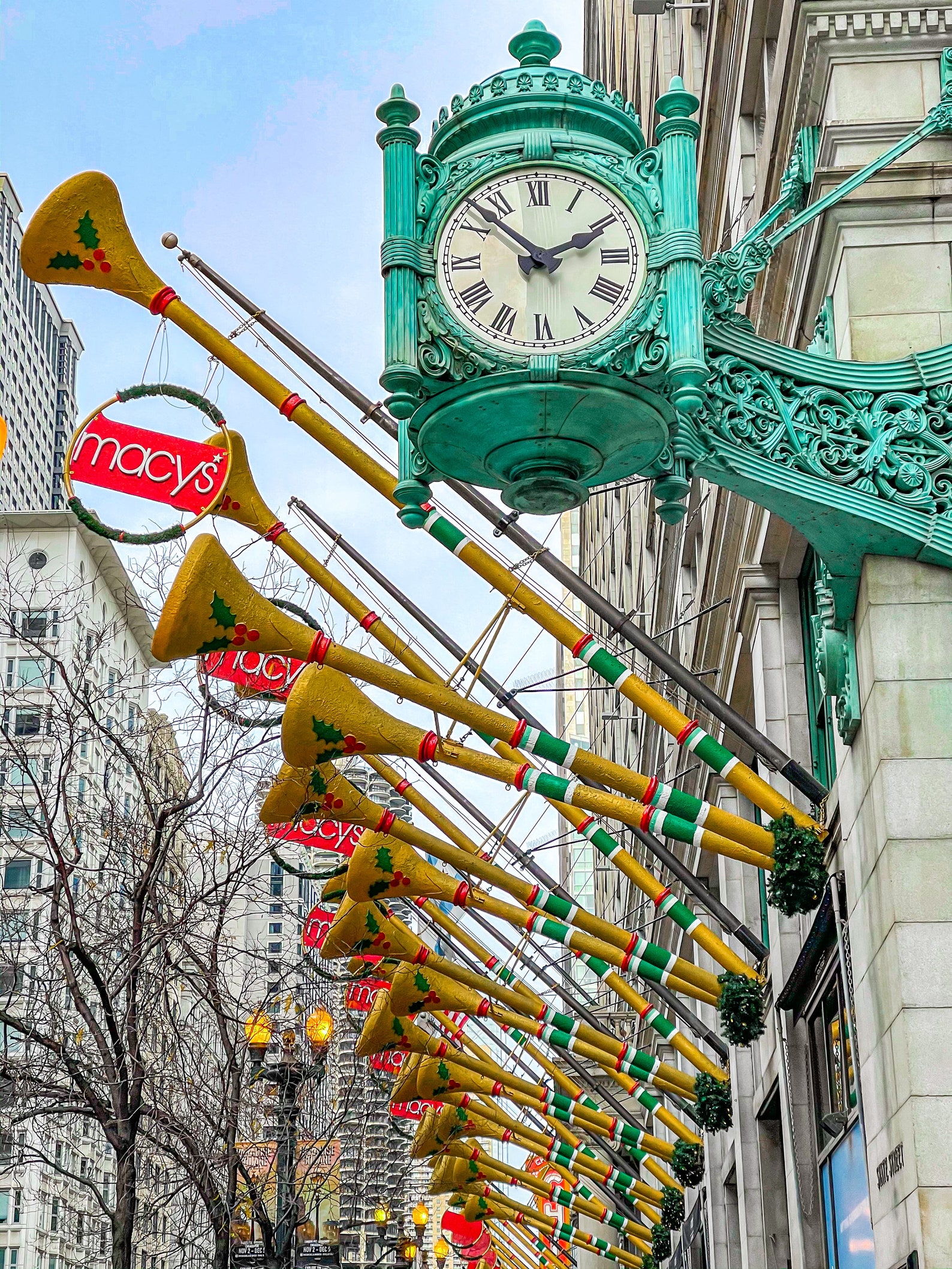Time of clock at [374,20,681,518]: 1:51
